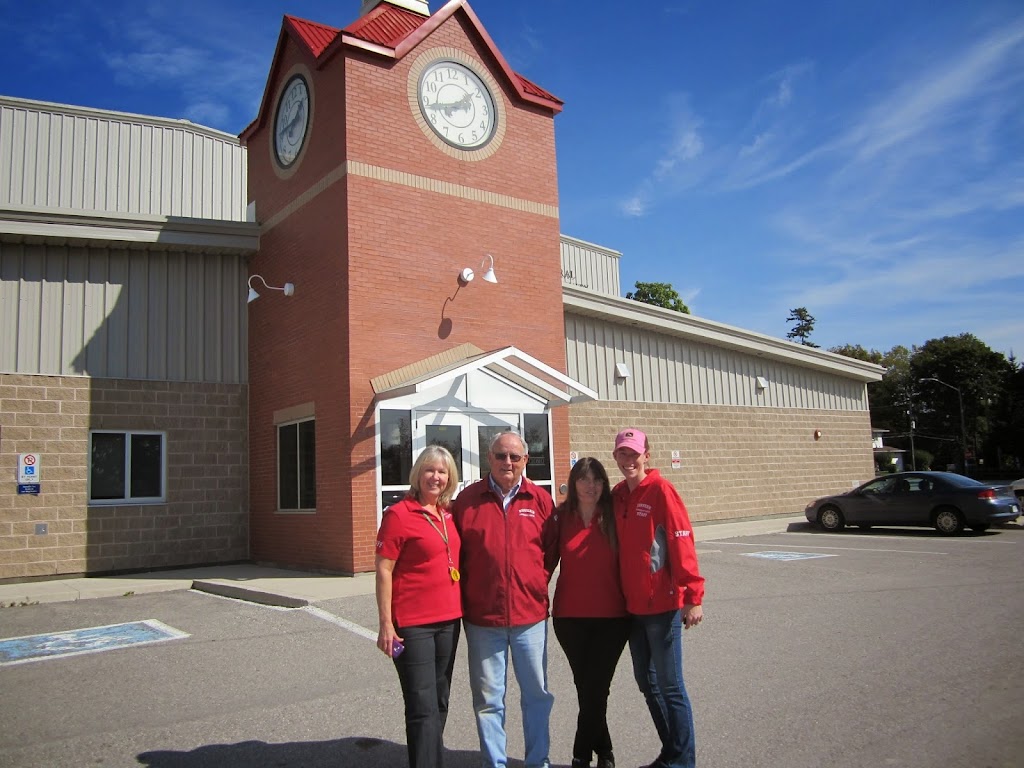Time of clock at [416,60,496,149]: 1:43
